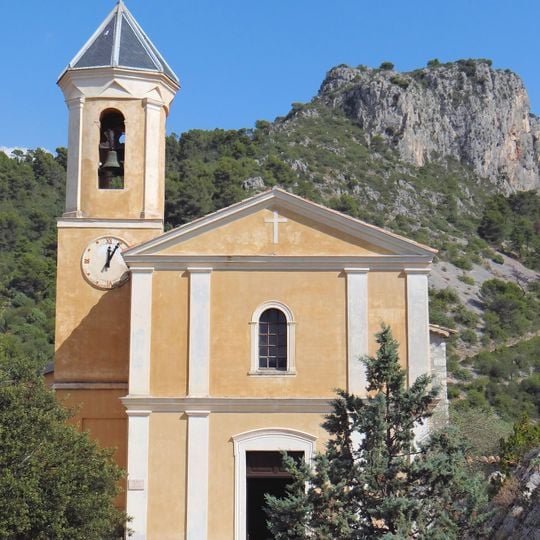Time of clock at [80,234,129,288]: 12:04
